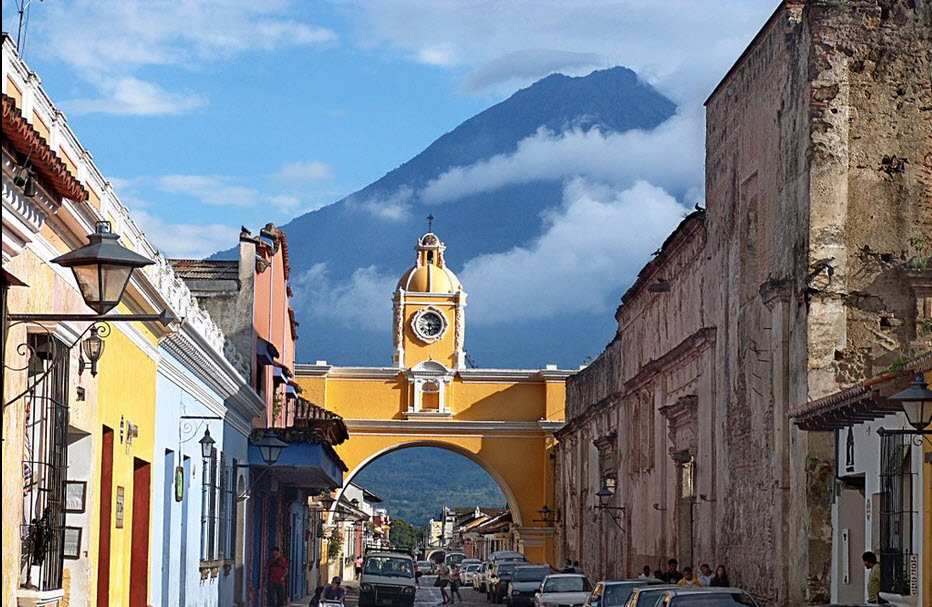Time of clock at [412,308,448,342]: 6:14
